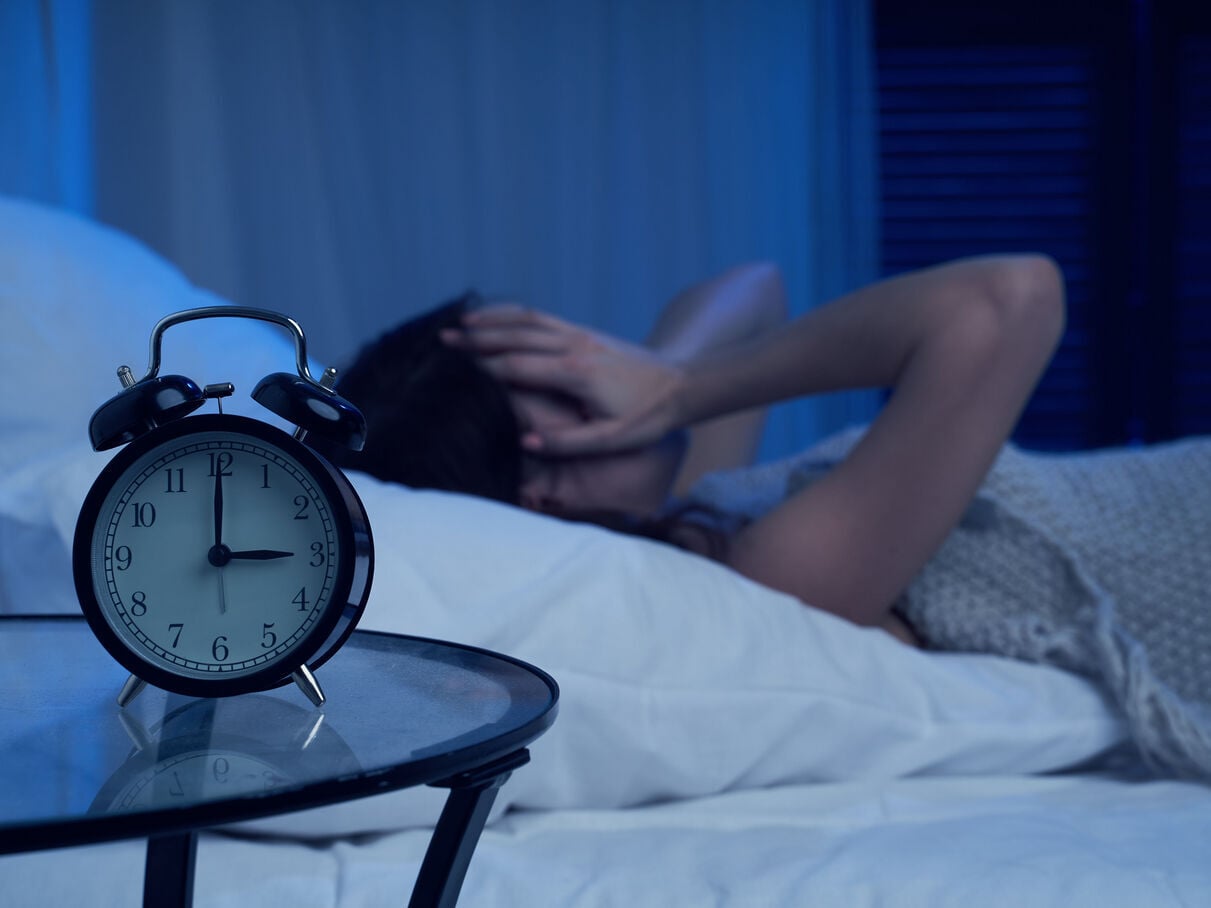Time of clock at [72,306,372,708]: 3:00
